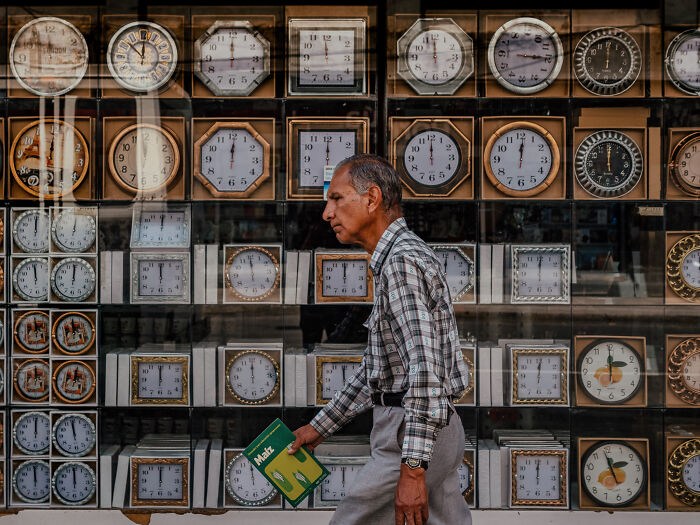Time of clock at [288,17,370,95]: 11:45
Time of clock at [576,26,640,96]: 12:00
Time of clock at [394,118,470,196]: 12:00
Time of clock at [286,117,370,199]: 12:00
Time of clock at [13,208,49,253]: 12:00
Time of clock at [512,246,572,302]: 12:00
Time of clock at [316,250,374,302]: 12:00
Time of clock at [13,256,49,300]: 11:59
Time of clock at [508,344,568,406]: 12:01
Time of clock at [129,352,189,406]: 12:00
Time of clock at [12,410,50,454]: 12:00
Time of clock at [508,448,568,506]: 12:00
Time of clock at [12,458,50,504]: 11:59
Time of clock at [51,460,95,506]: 11:59
